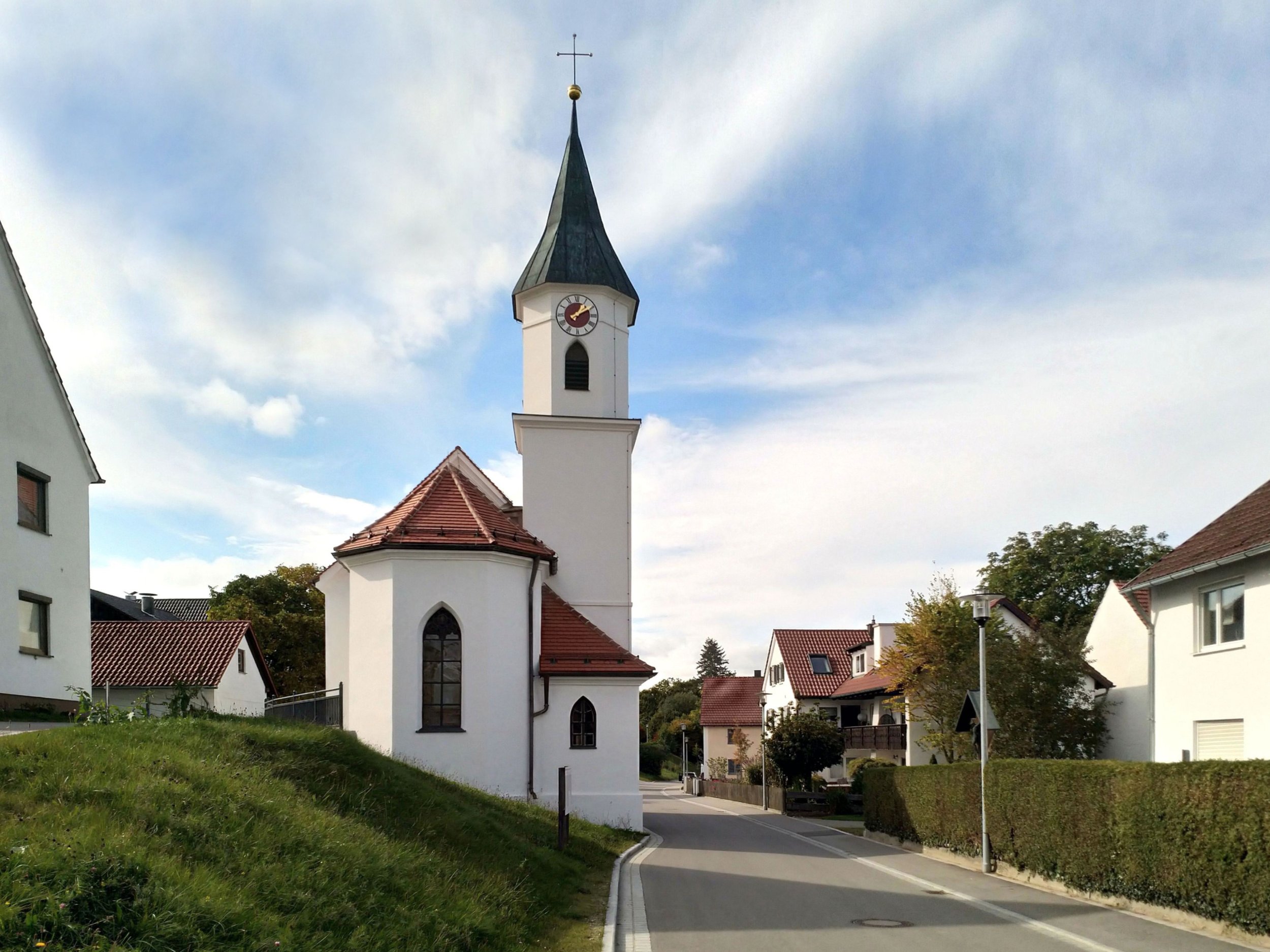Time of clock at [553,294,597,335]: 1:09
